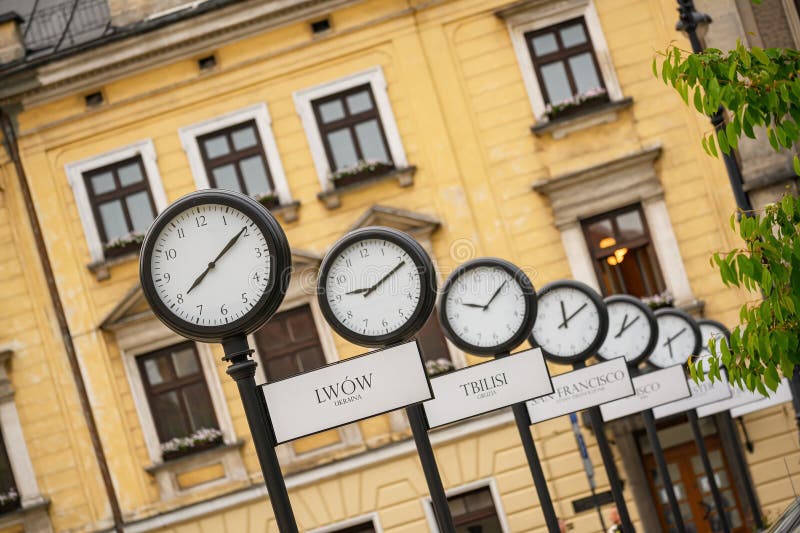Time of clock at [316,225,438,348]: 9:11
